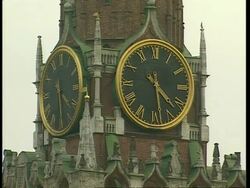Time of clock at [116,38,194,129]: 4:28
